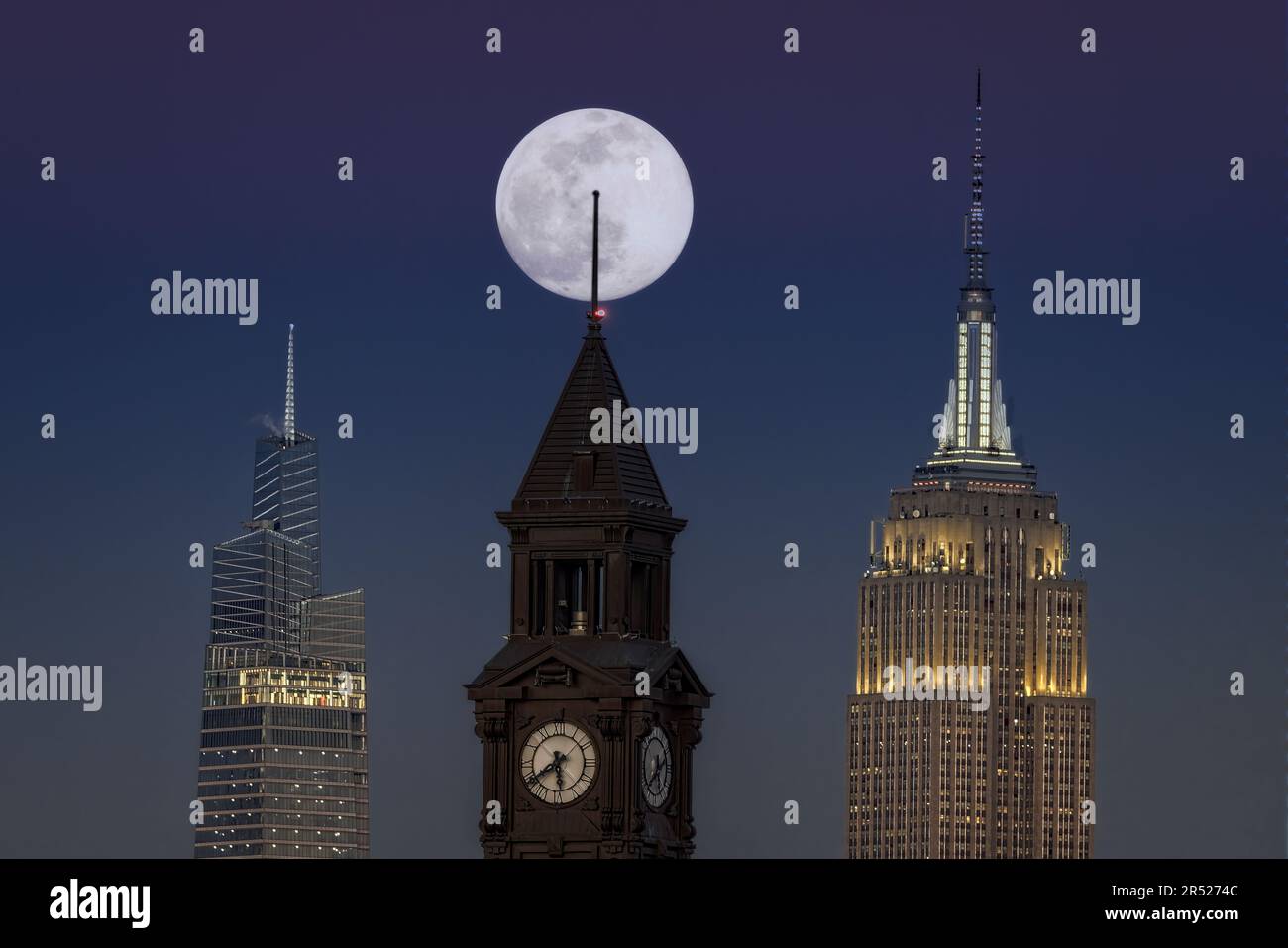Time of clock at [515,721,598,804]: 5:39
